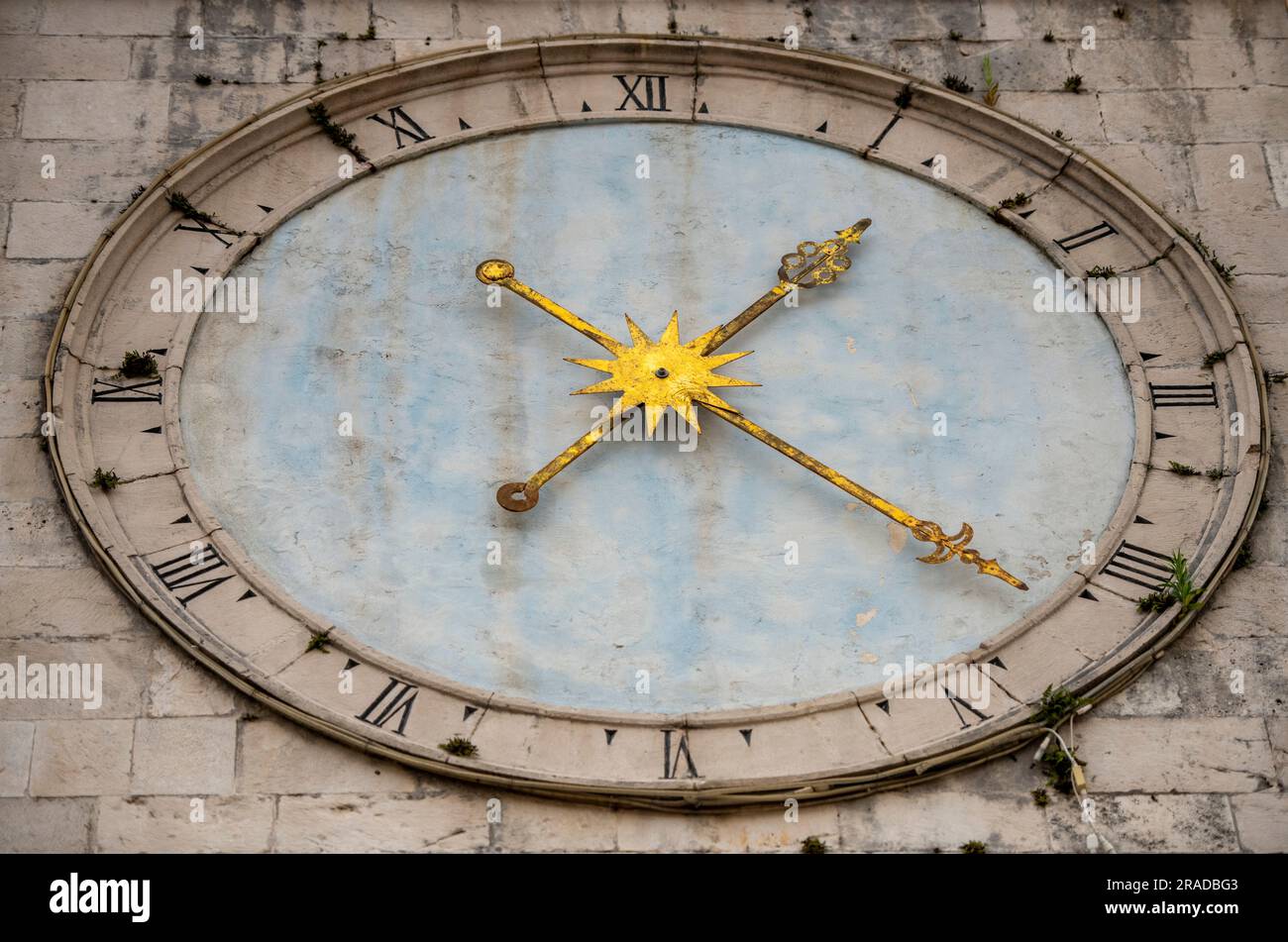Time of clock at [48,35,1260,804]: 1:21
